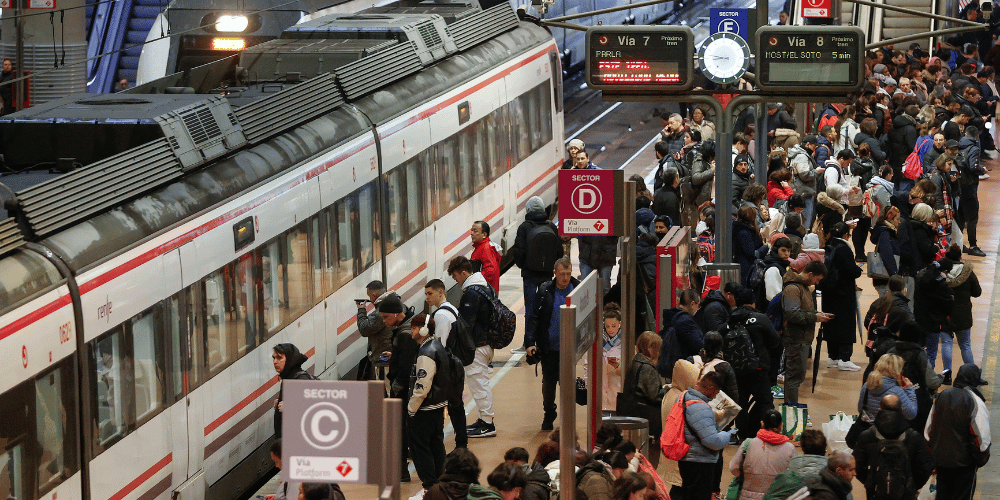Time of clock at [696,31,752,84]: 8:46
